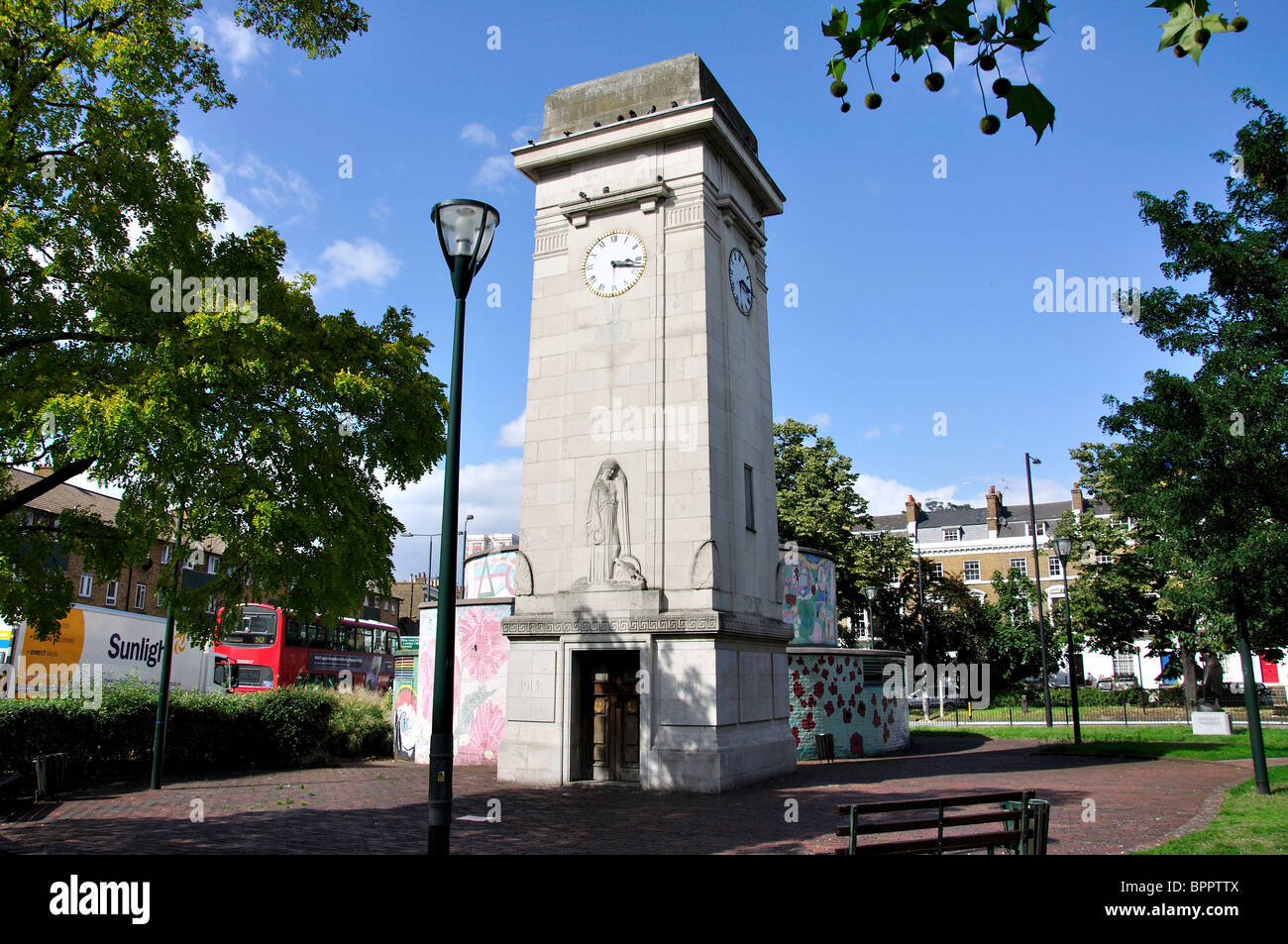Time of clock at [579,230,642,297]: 3:17
